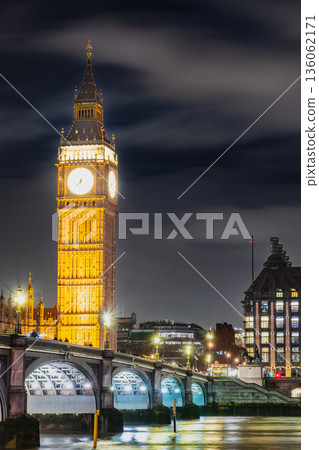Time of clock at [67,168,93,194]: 7:31
